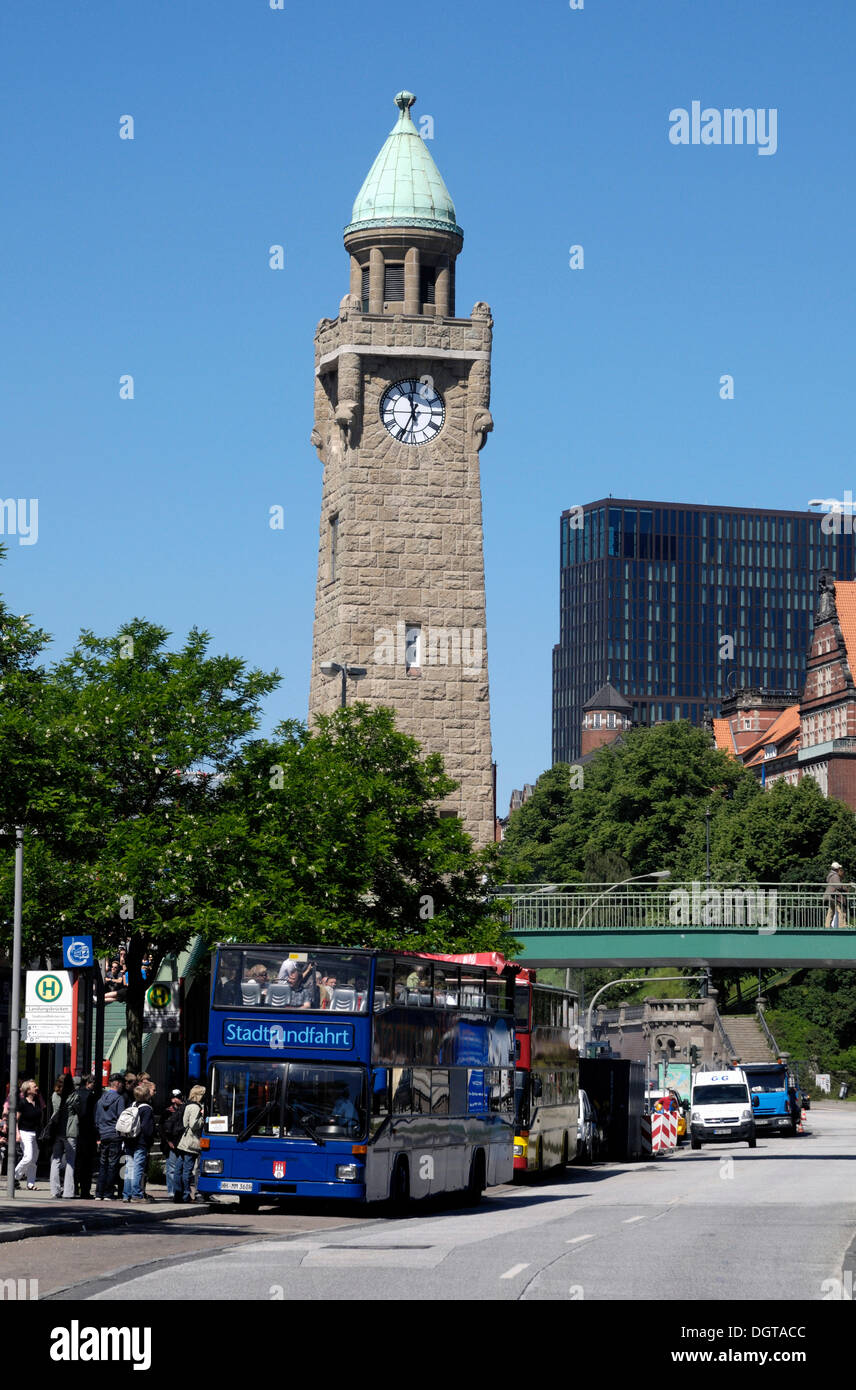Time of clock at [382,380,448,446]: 11:34
